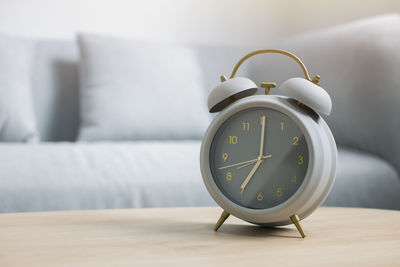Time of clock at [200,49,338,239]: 7:00
